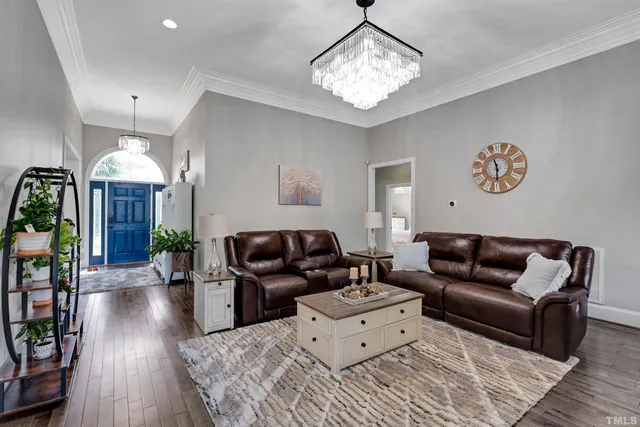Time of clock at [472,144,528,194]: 11:29
